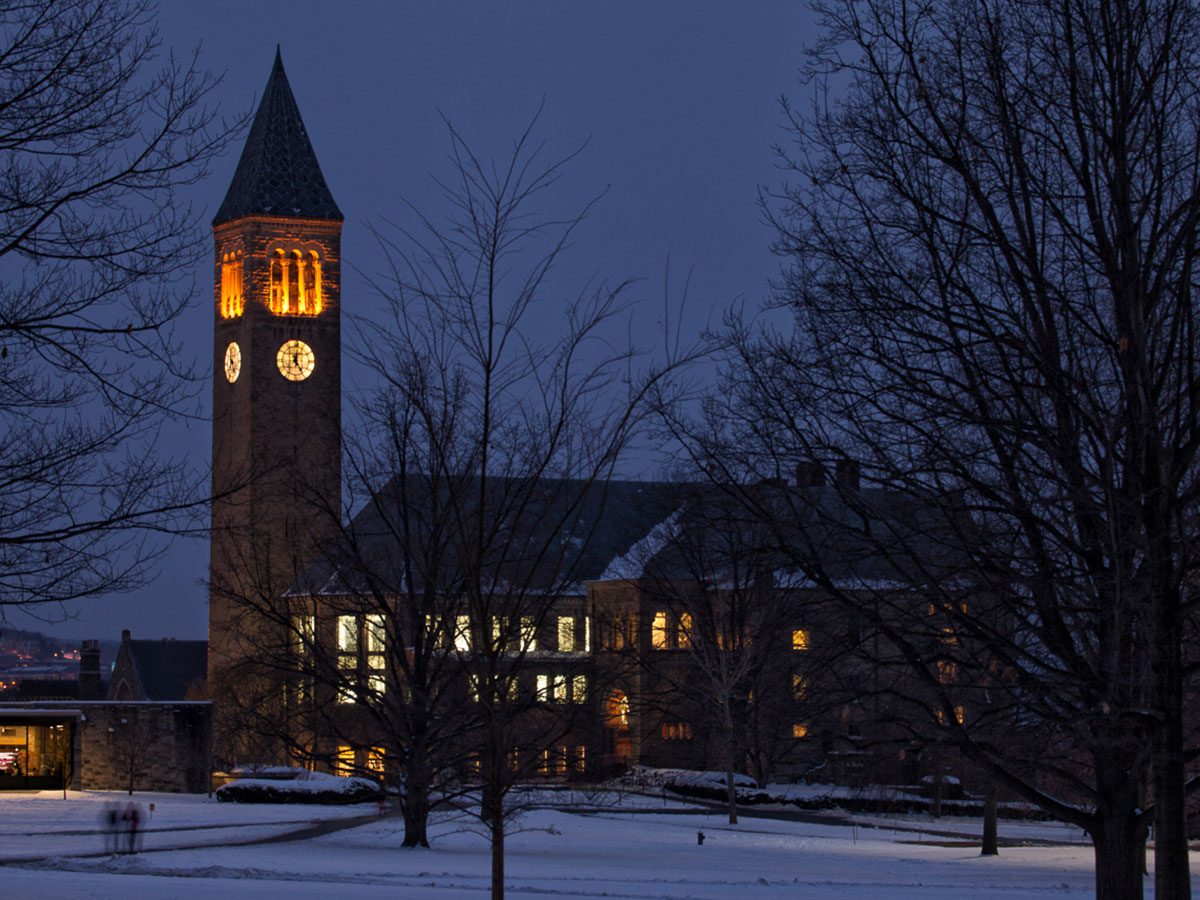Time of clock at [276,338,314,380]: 12:24
